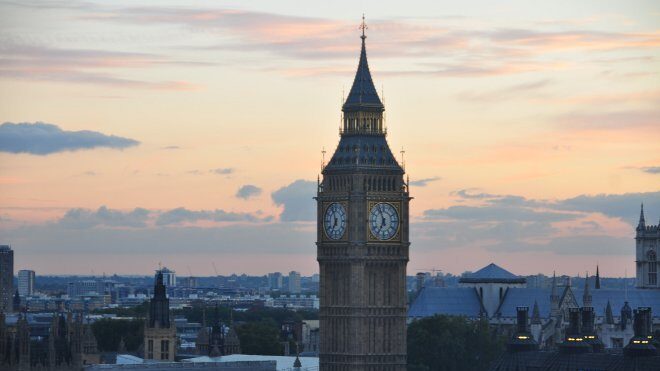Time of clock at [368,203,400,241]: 6:56
